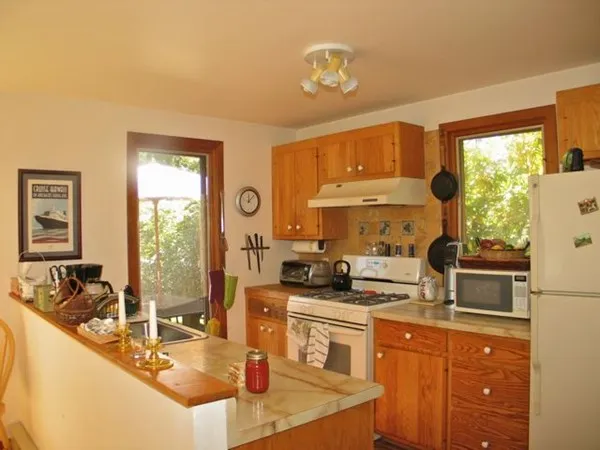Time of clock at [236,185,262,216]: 12:07
